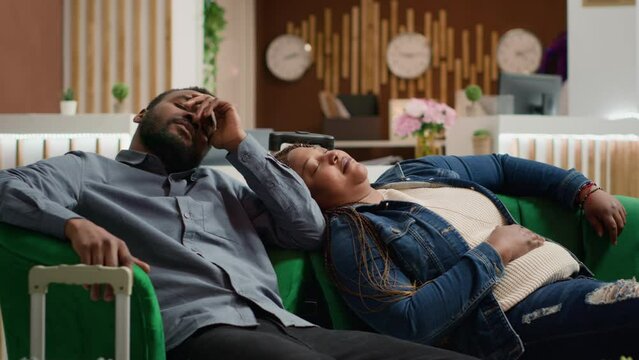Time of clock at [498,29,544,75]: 4:12
